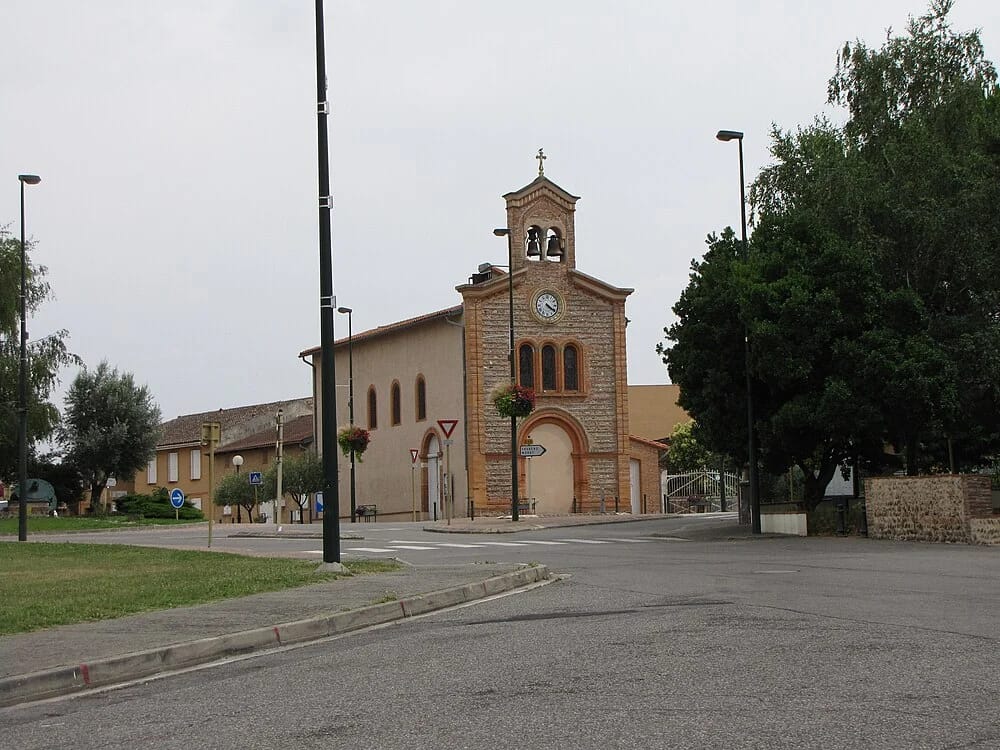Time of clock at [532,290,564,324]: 4:20
